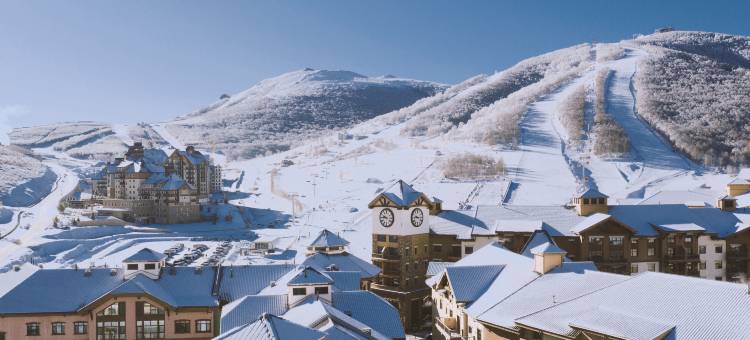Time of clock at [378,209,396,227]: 9:45
